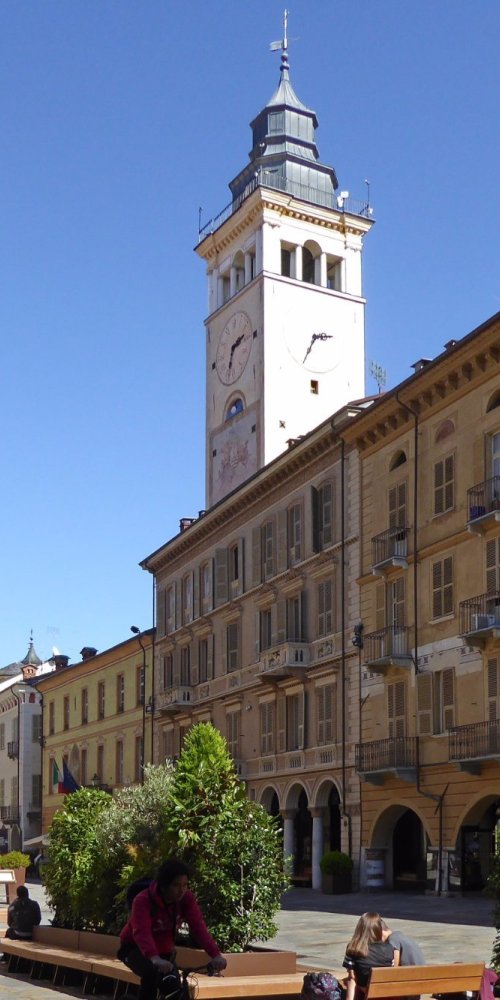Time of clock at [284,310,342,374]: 2:34
